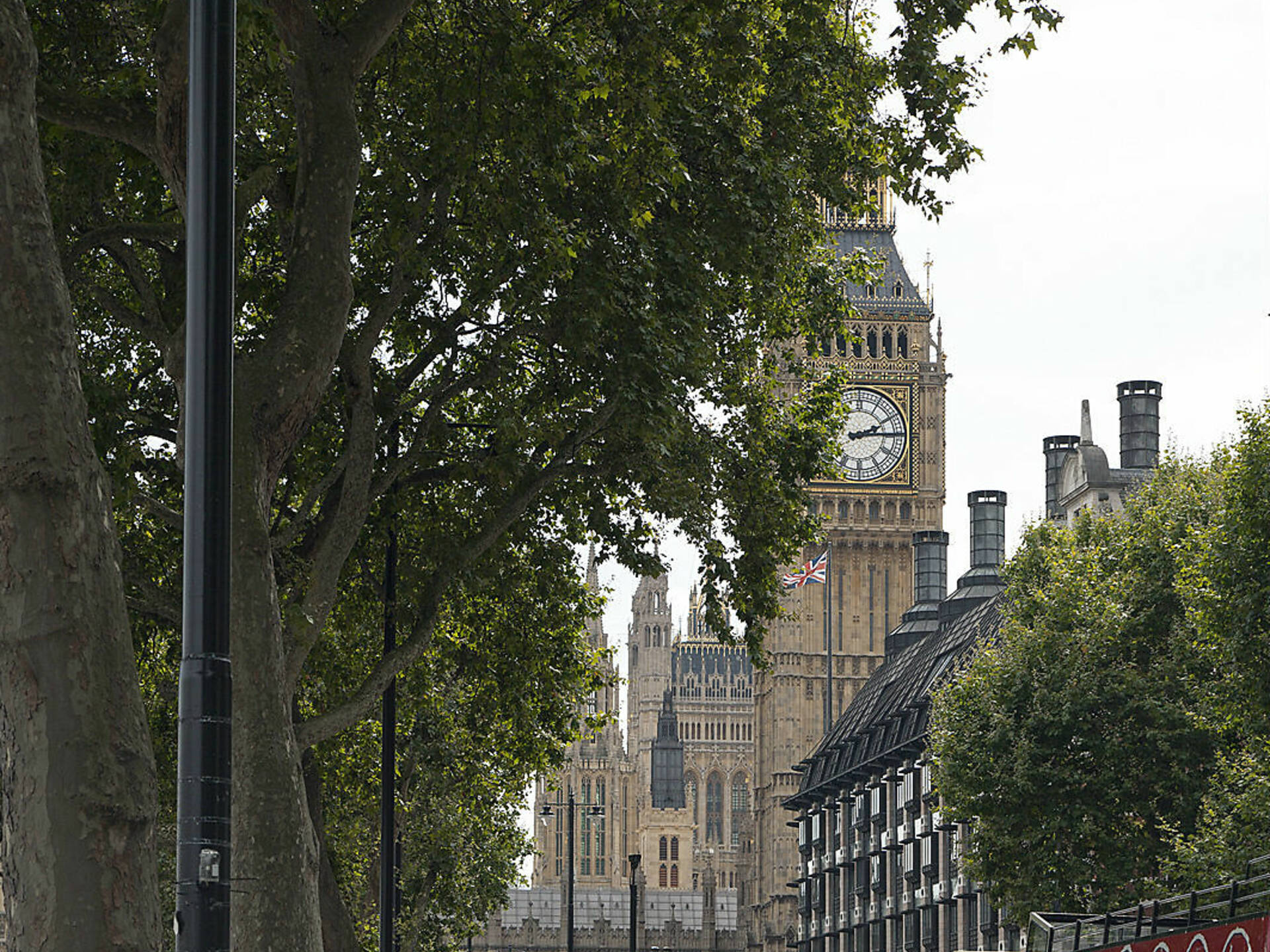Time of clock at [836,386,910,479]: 2:14
